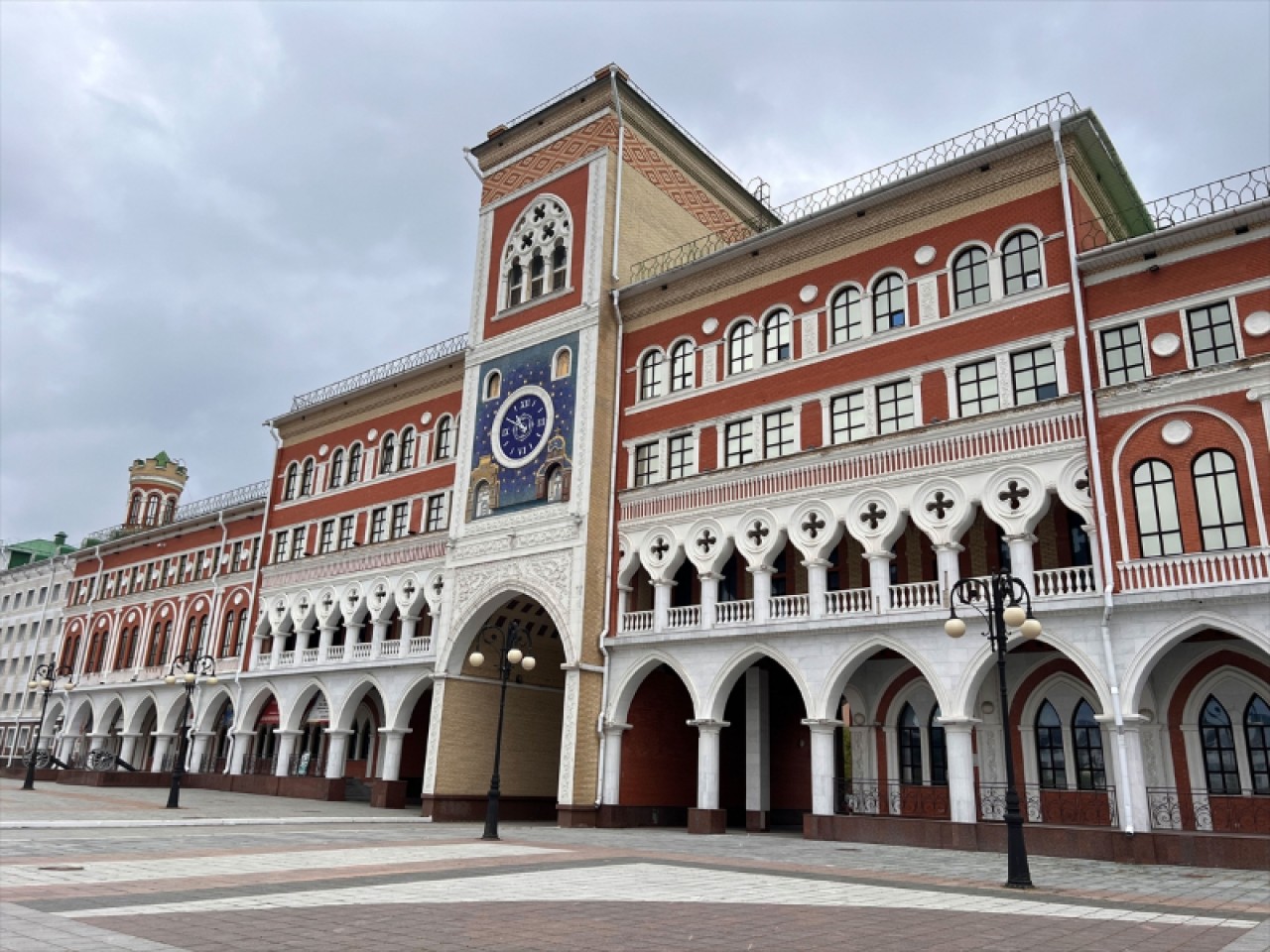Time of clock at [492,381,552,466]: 10:49
